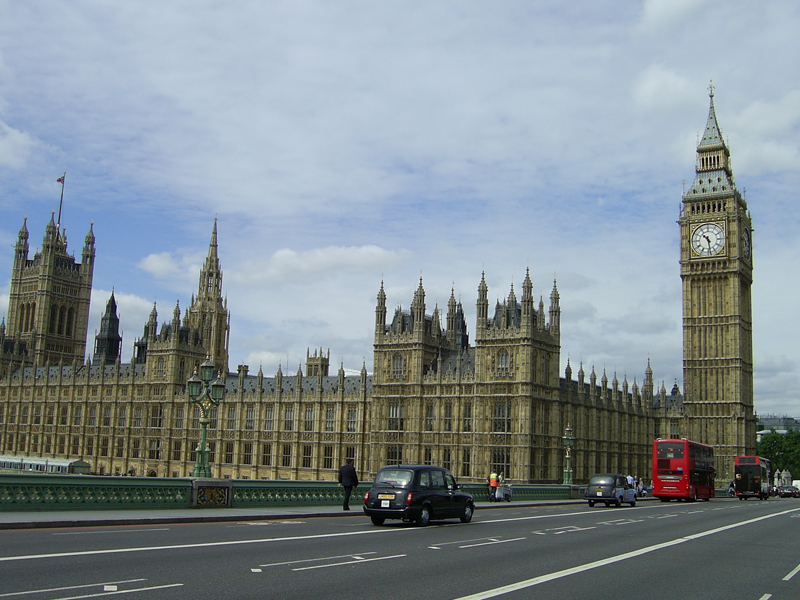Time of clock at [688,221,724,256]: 10:28
